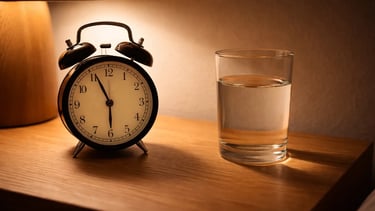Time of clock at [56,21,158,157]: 5:55
